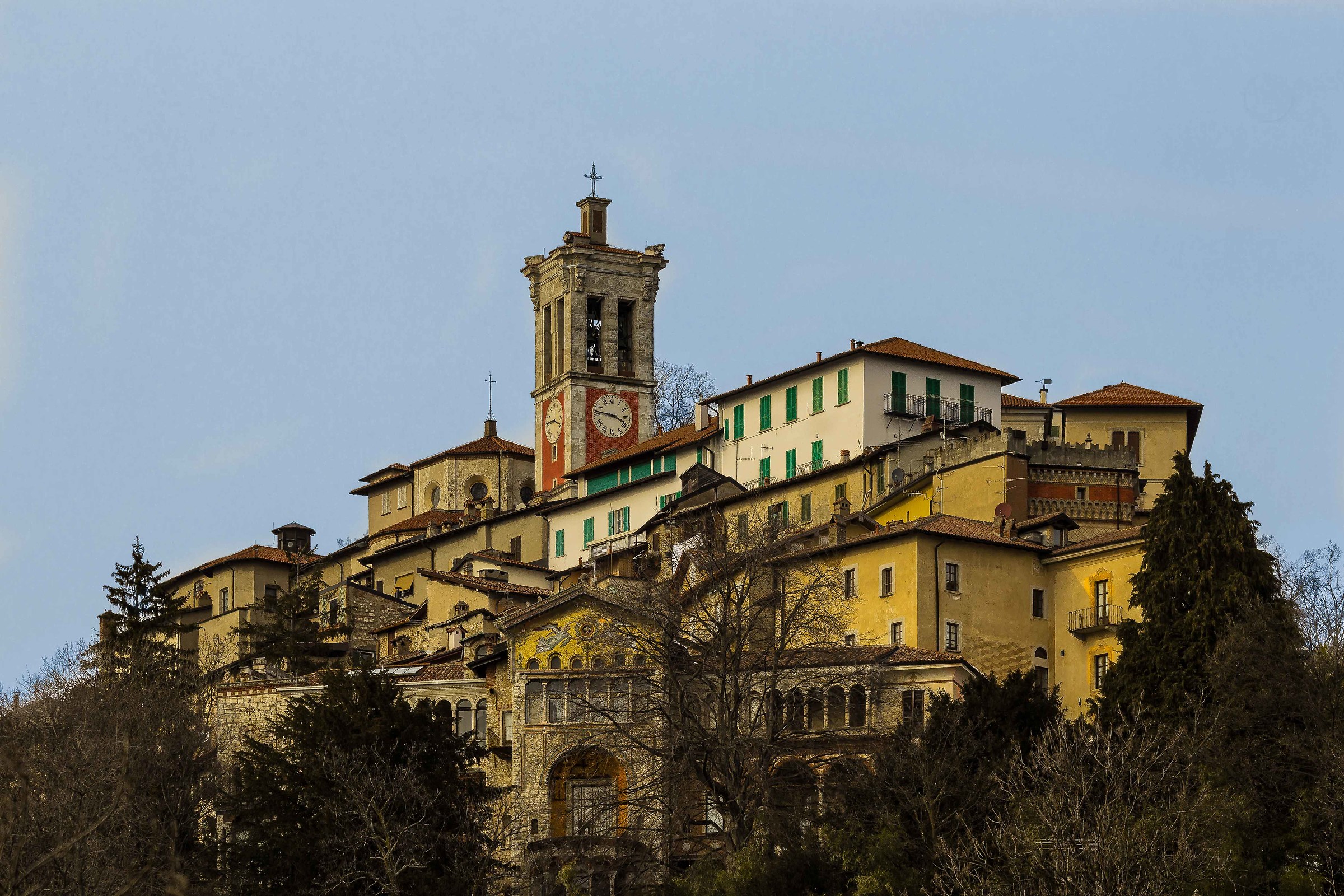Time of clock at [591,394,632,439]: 3:46
